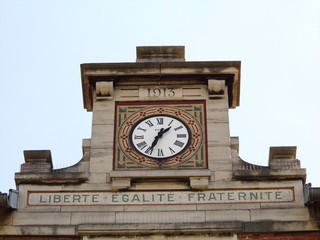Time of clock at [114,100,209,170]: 1:34
